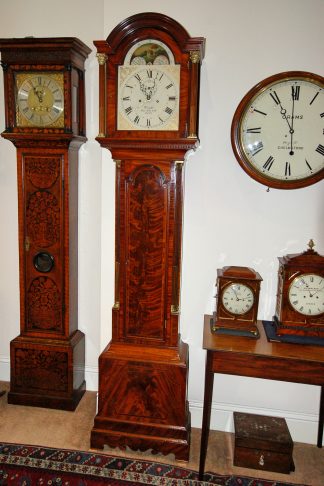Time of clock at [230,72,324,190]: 10:59
